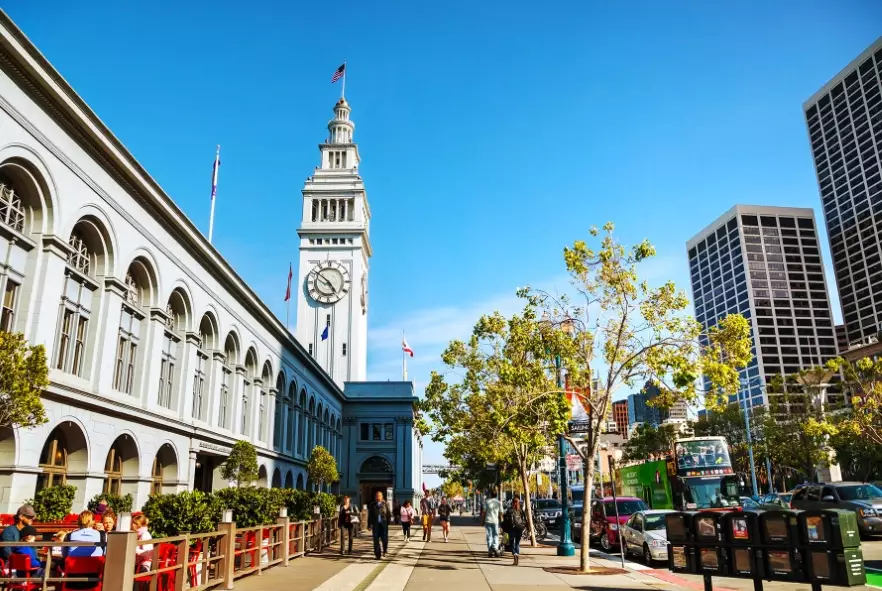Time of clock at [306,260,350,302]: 4:51
